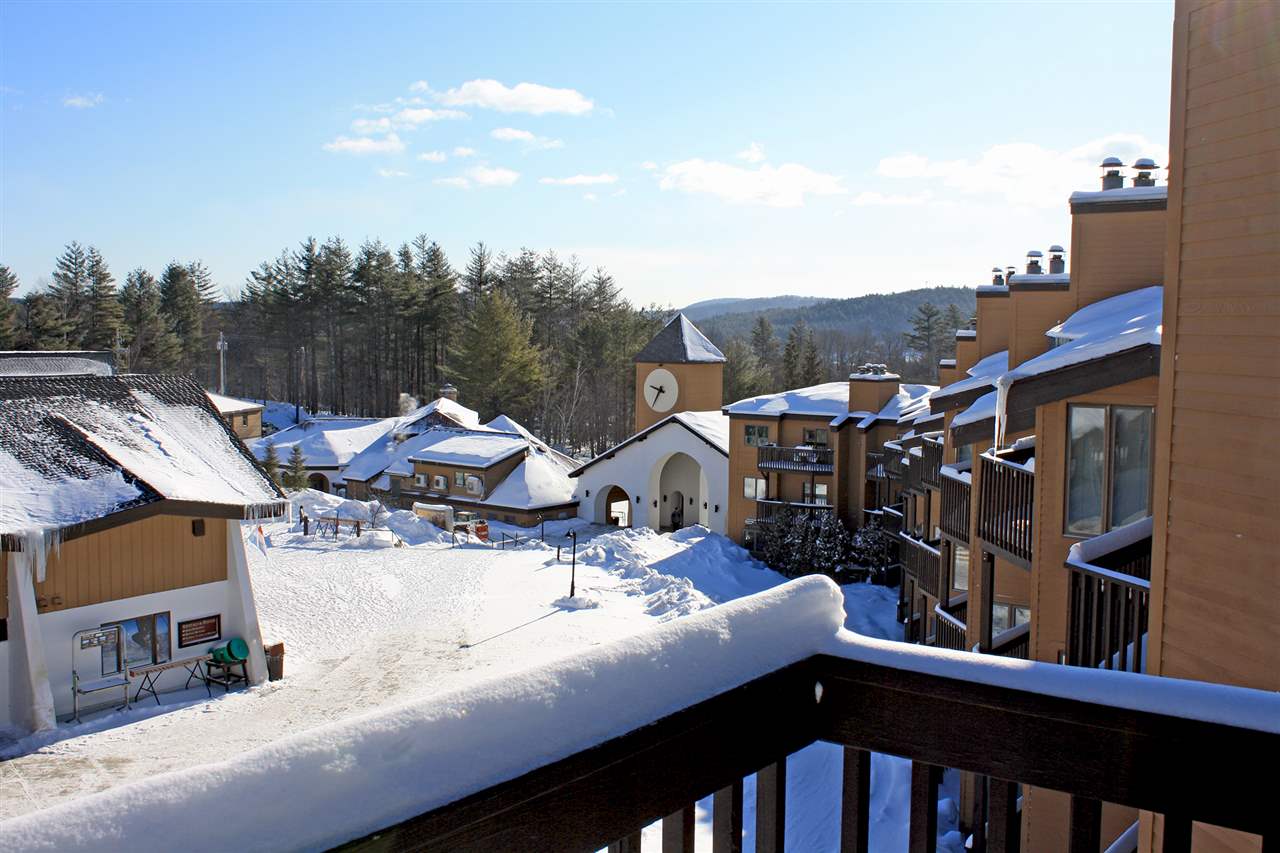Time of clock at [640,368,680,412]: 9:36
